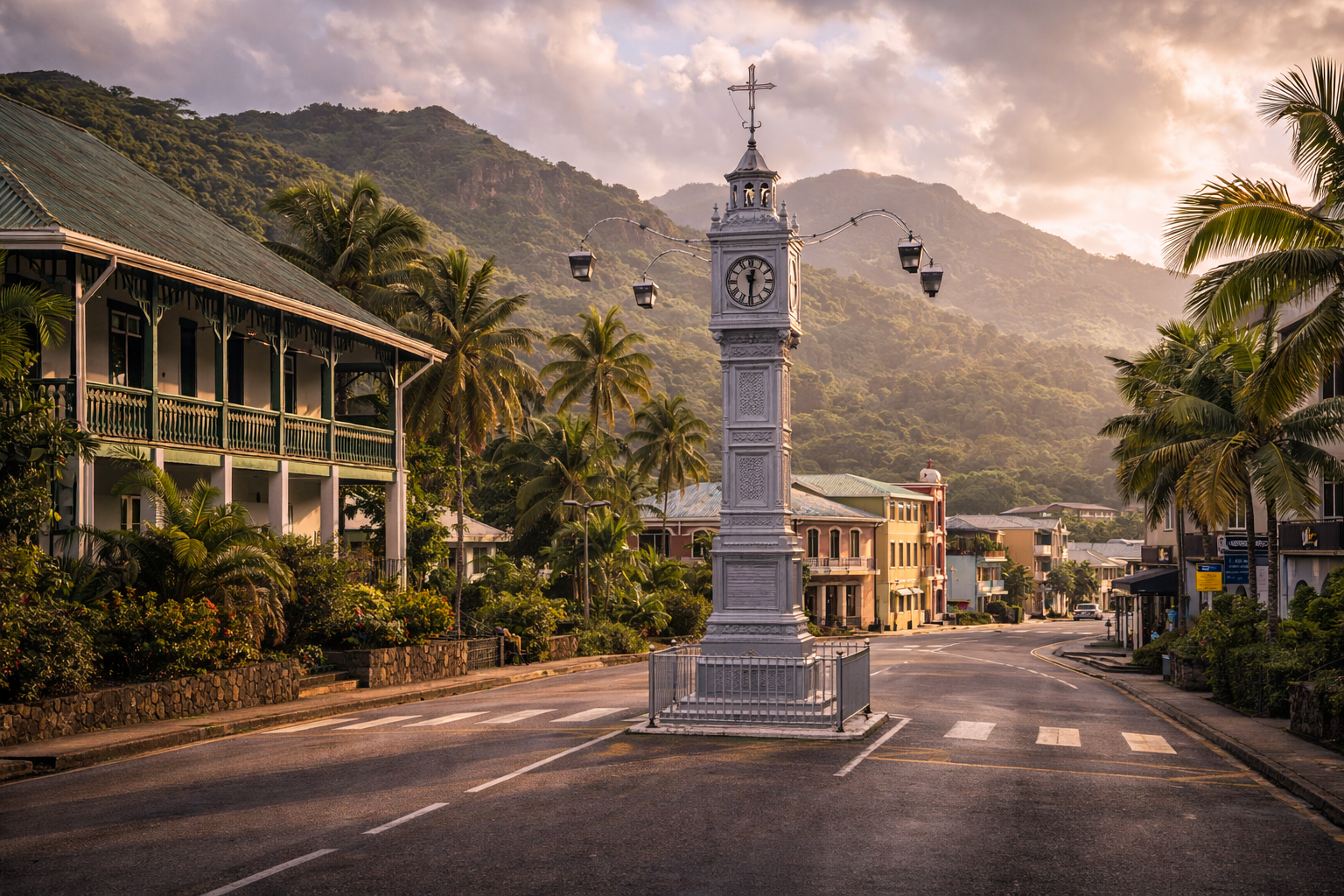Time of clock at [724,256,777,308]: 12:30
